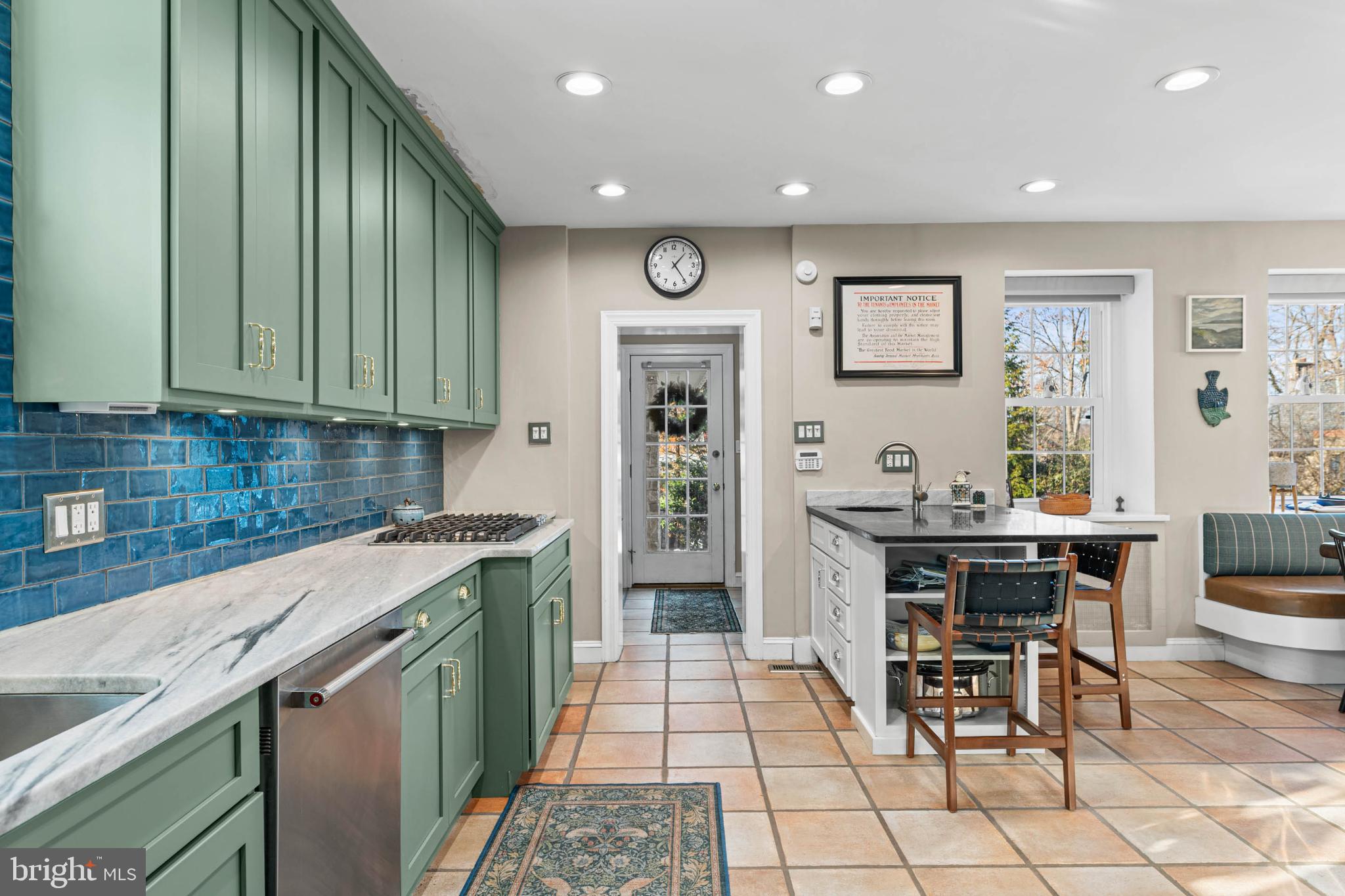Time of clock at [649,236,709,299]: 1:24
